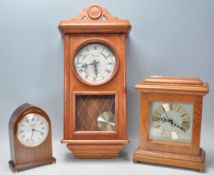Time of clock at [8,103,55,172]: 6:18
